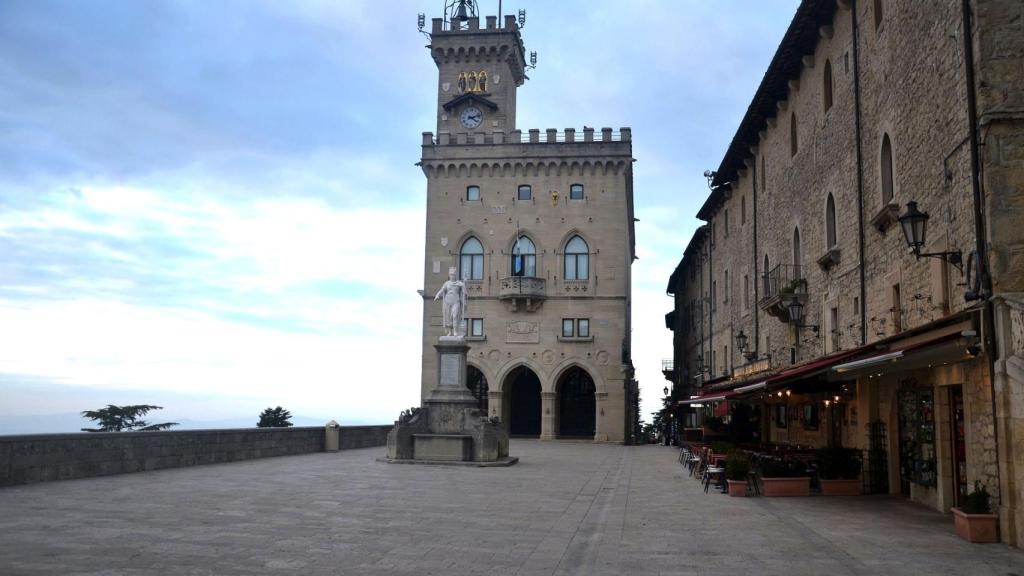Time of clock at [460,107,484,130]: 4:12
